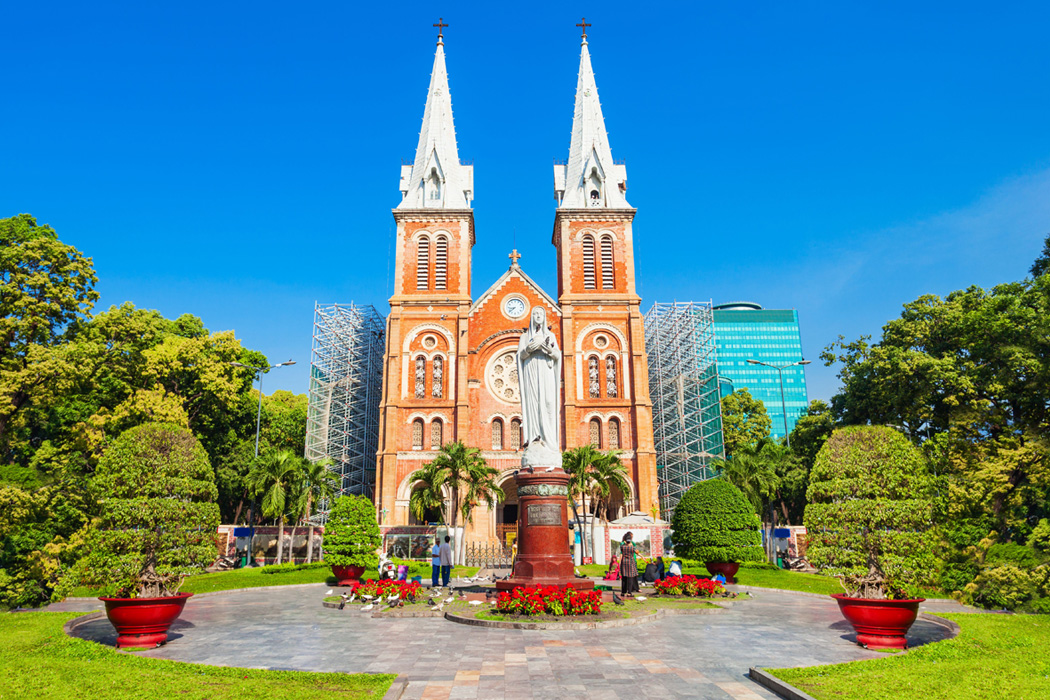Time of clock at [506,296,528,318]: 8:38
